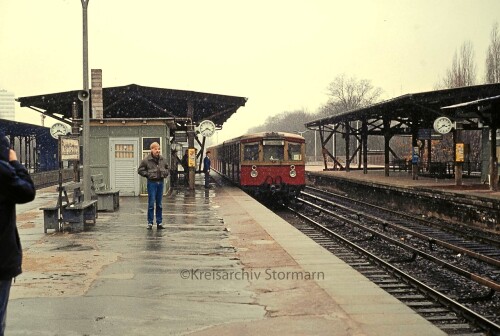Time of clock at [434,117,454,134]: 3:39
